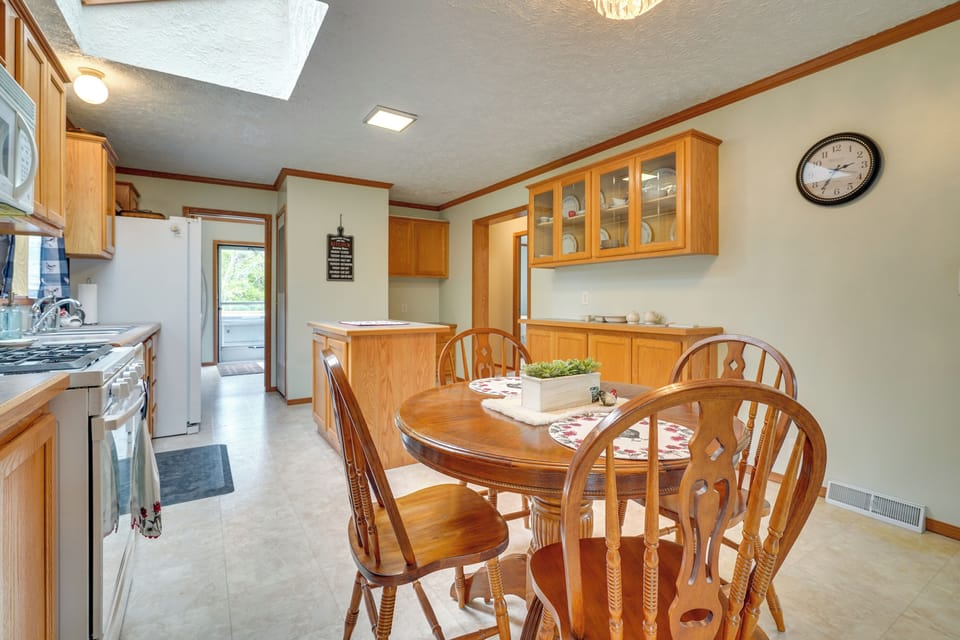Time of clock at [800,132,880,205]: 2:36
